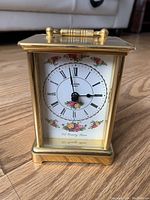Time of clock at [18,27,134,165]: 2:58
